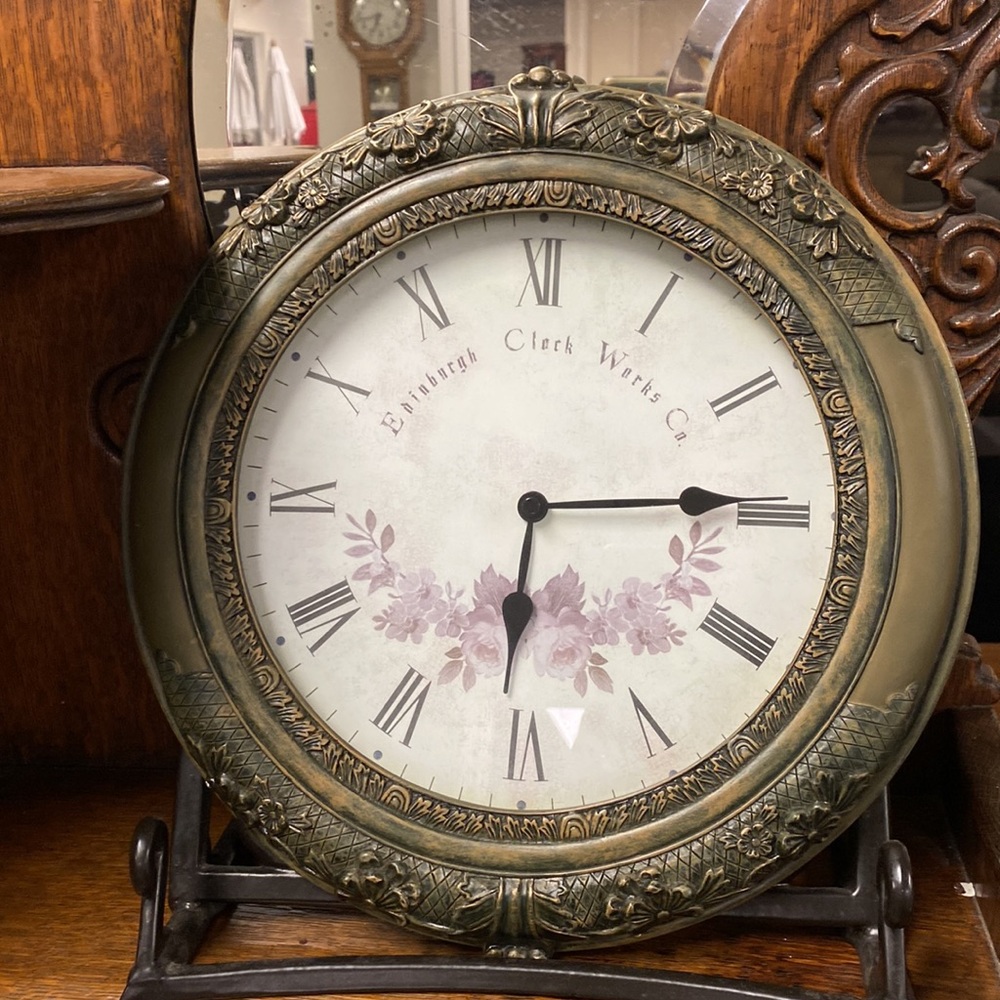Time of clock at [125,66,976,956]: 6:14
